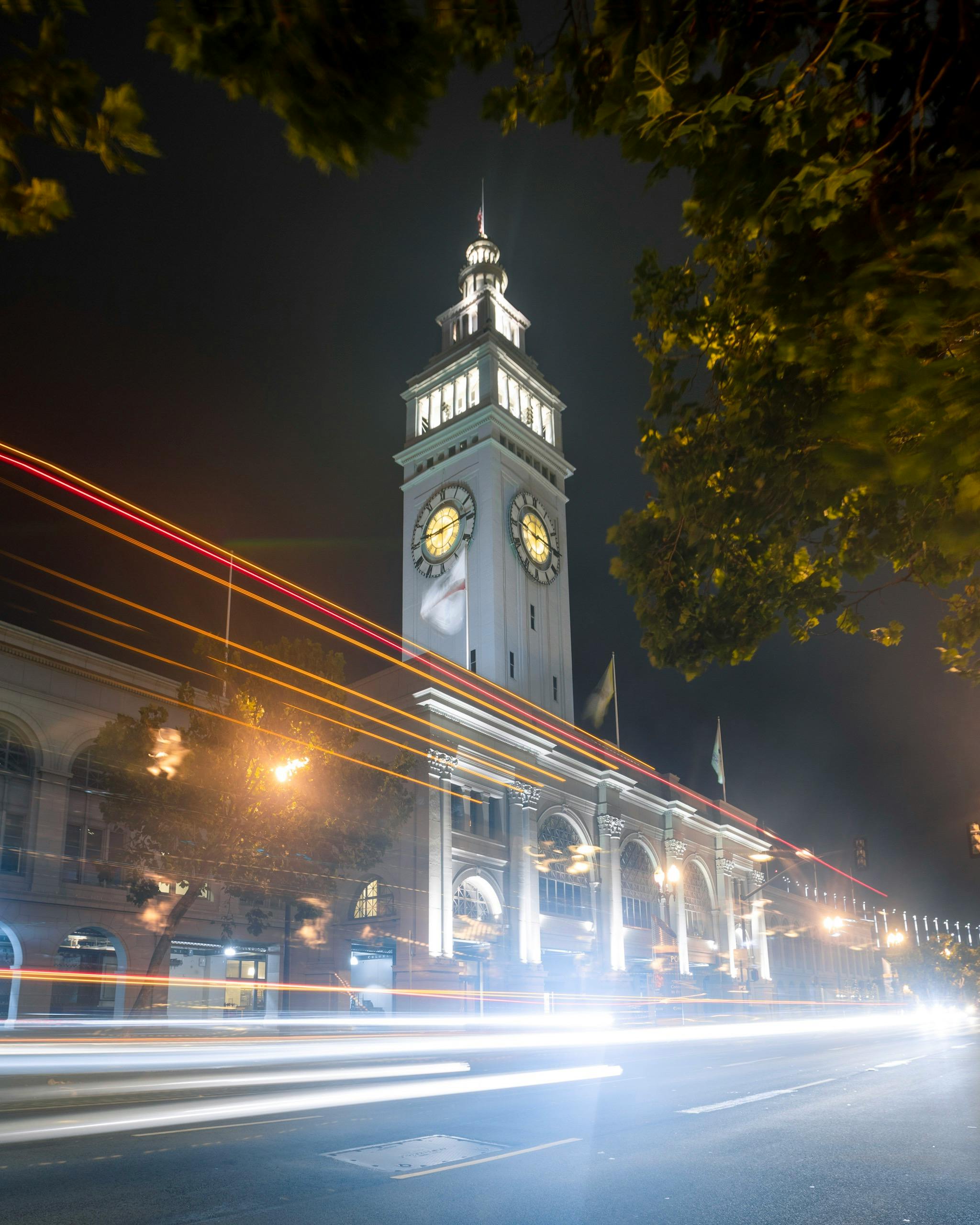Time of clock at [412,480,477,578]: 9:13
